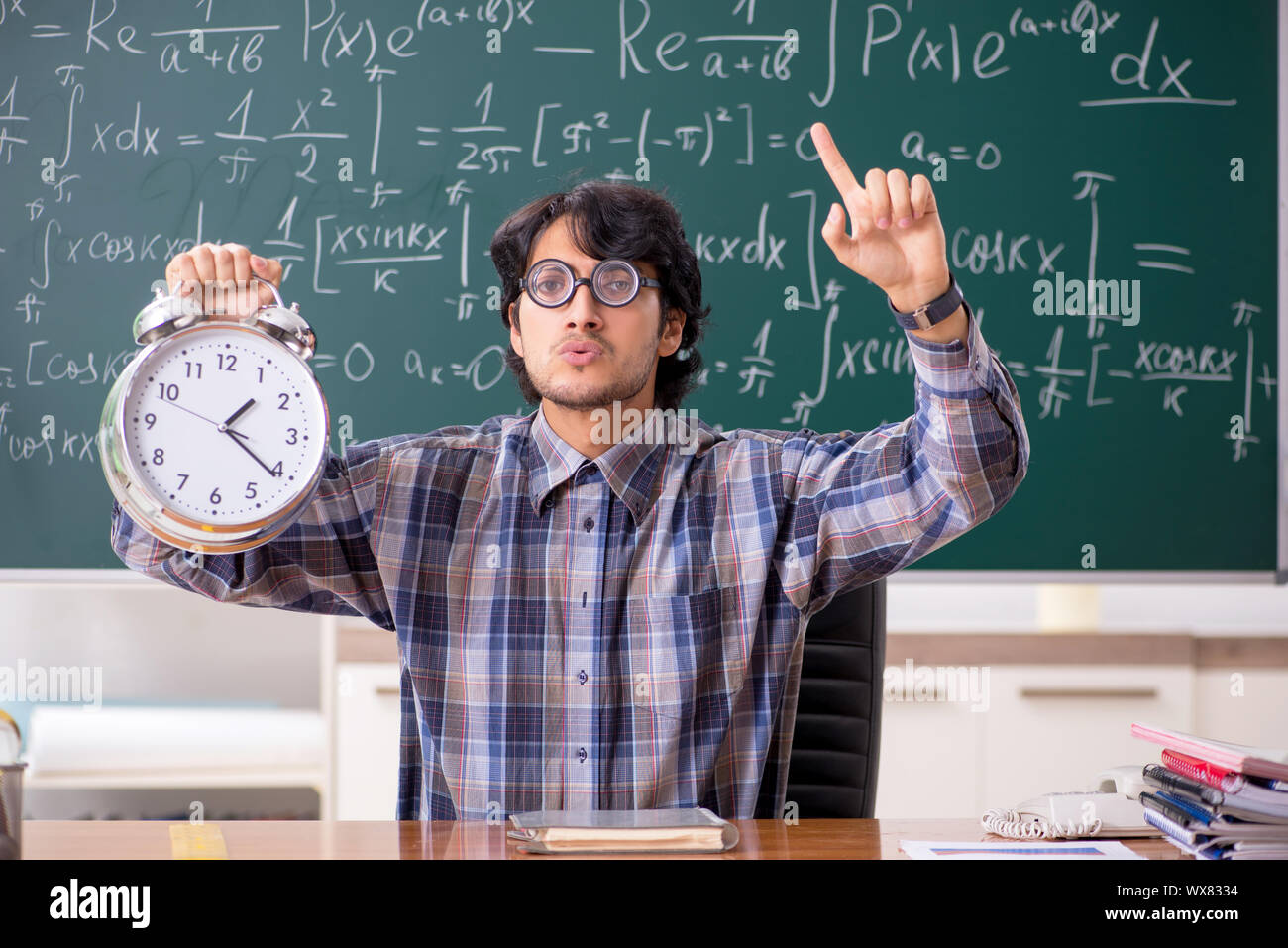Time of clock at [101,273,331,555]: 1:21
